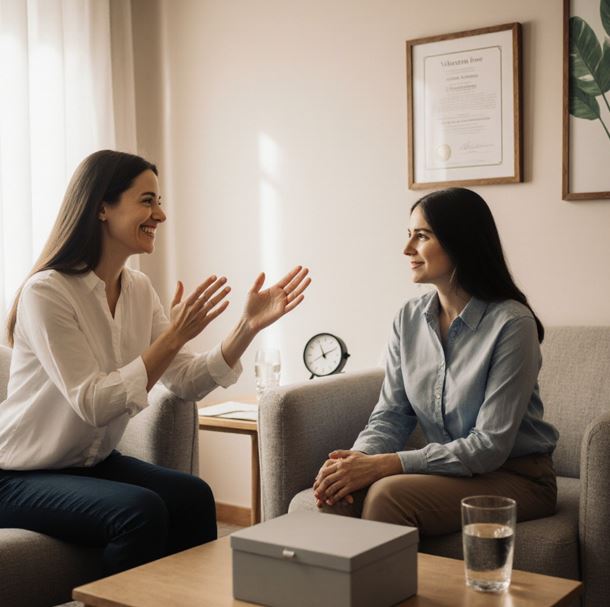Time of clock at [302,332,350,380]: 11:10
